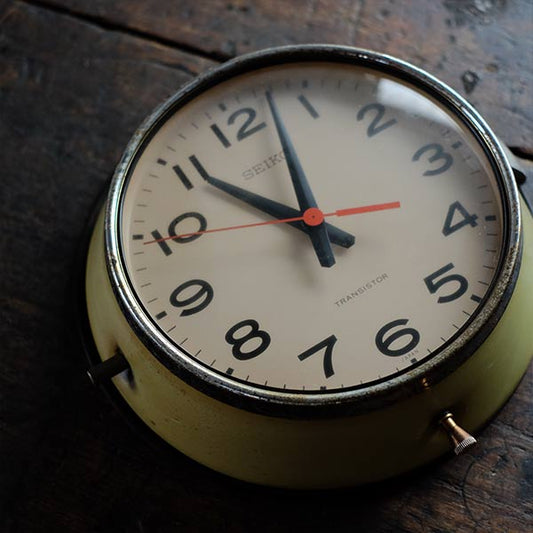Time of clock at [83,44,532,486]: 9:57
